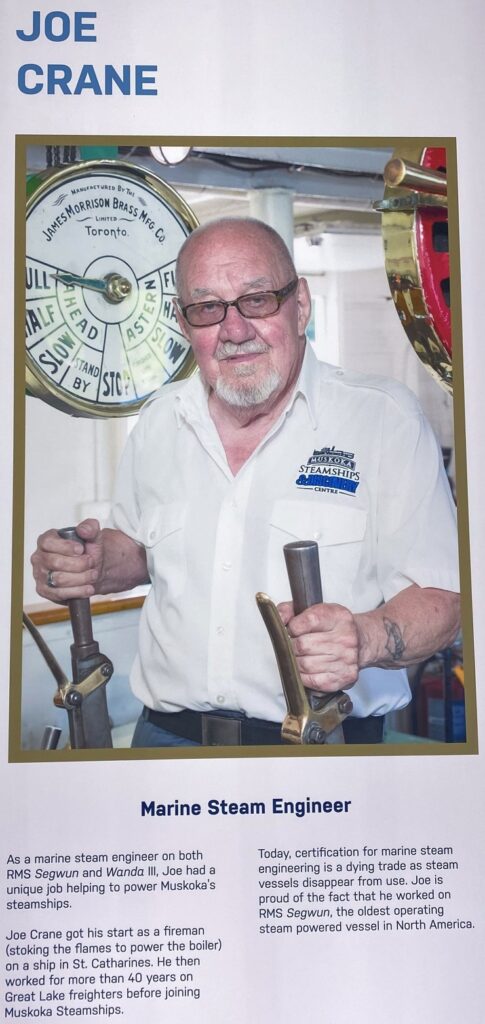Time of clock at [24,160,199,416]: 9:12
